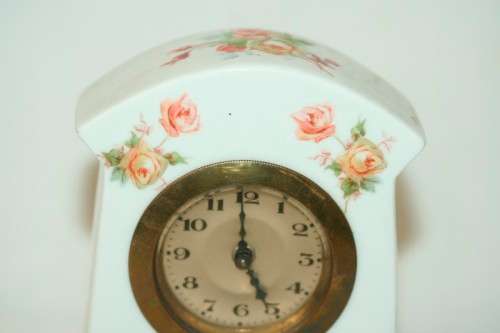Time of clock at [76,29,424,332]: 4:59
